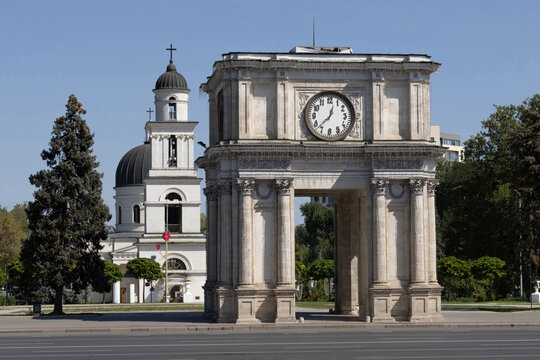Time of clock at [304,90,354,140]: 12:37
